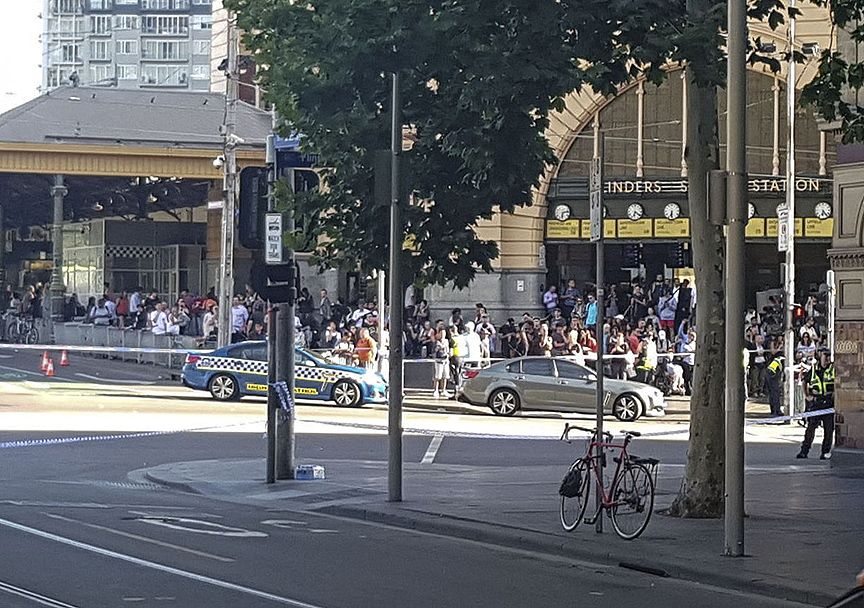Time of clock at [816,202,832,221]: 6:23
